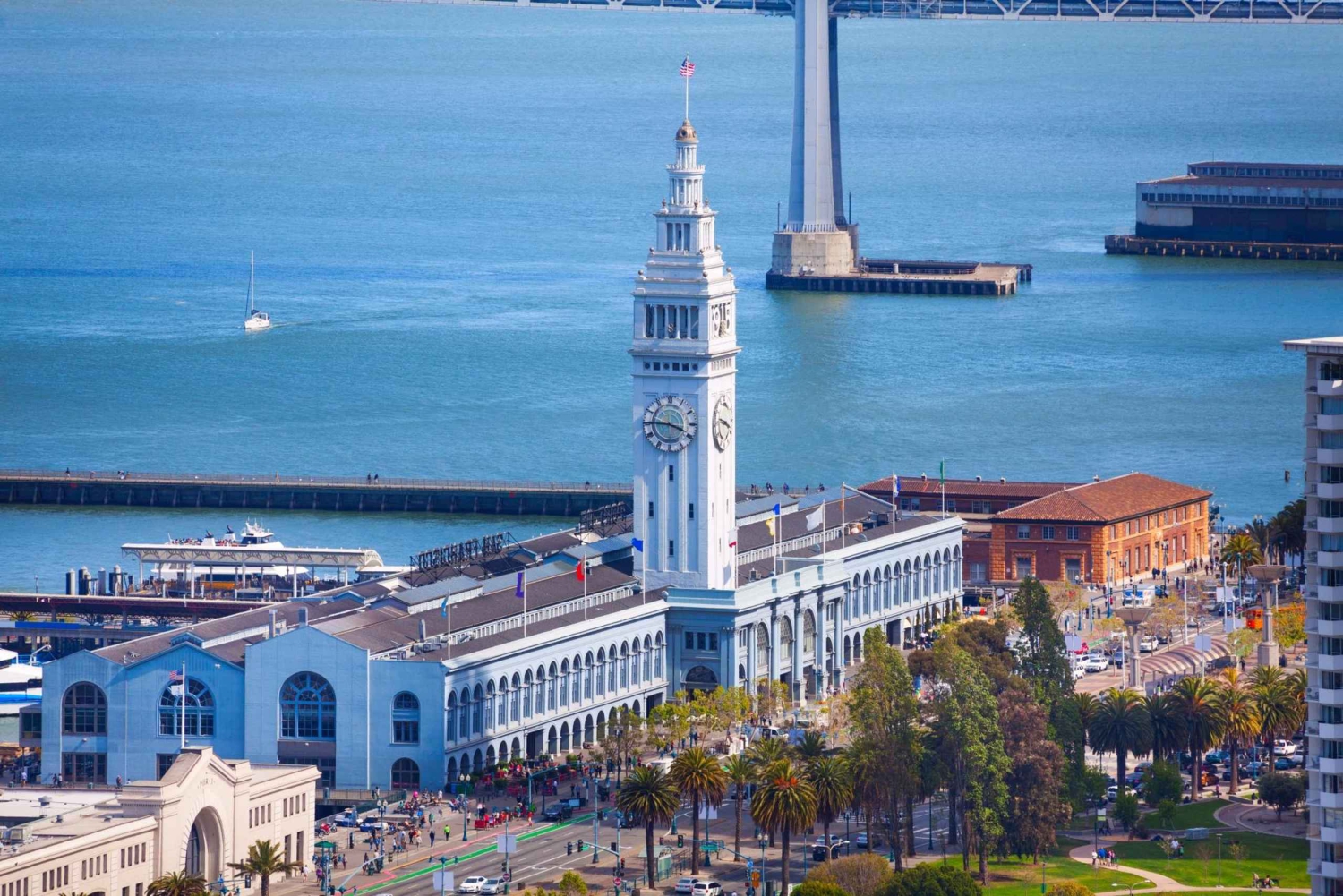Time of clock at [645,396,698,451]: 3:45
